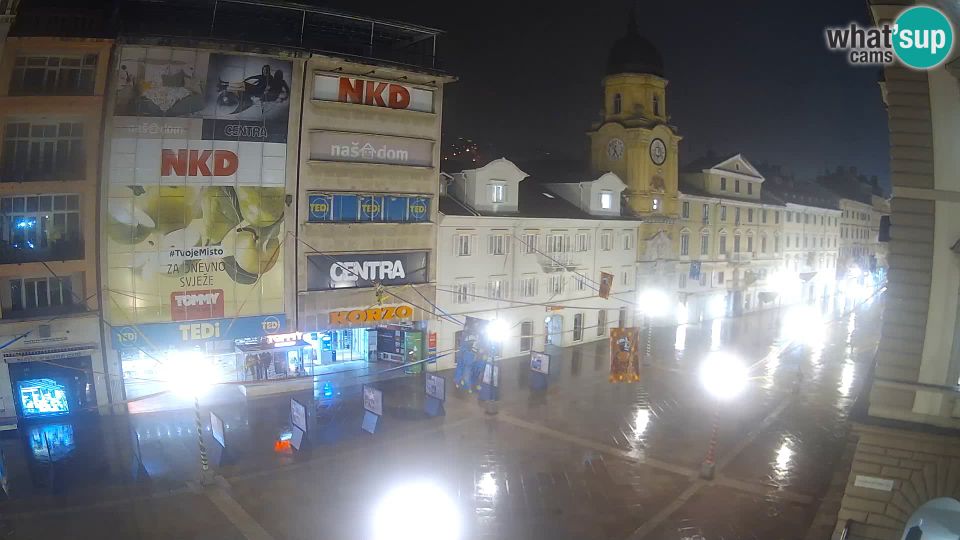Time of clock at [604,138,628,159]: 6:25
